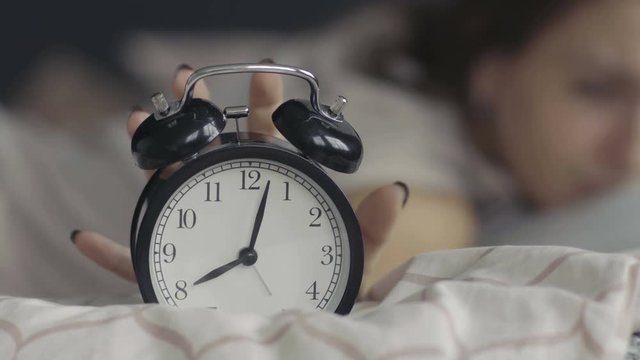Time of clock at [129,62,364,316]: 8:02
